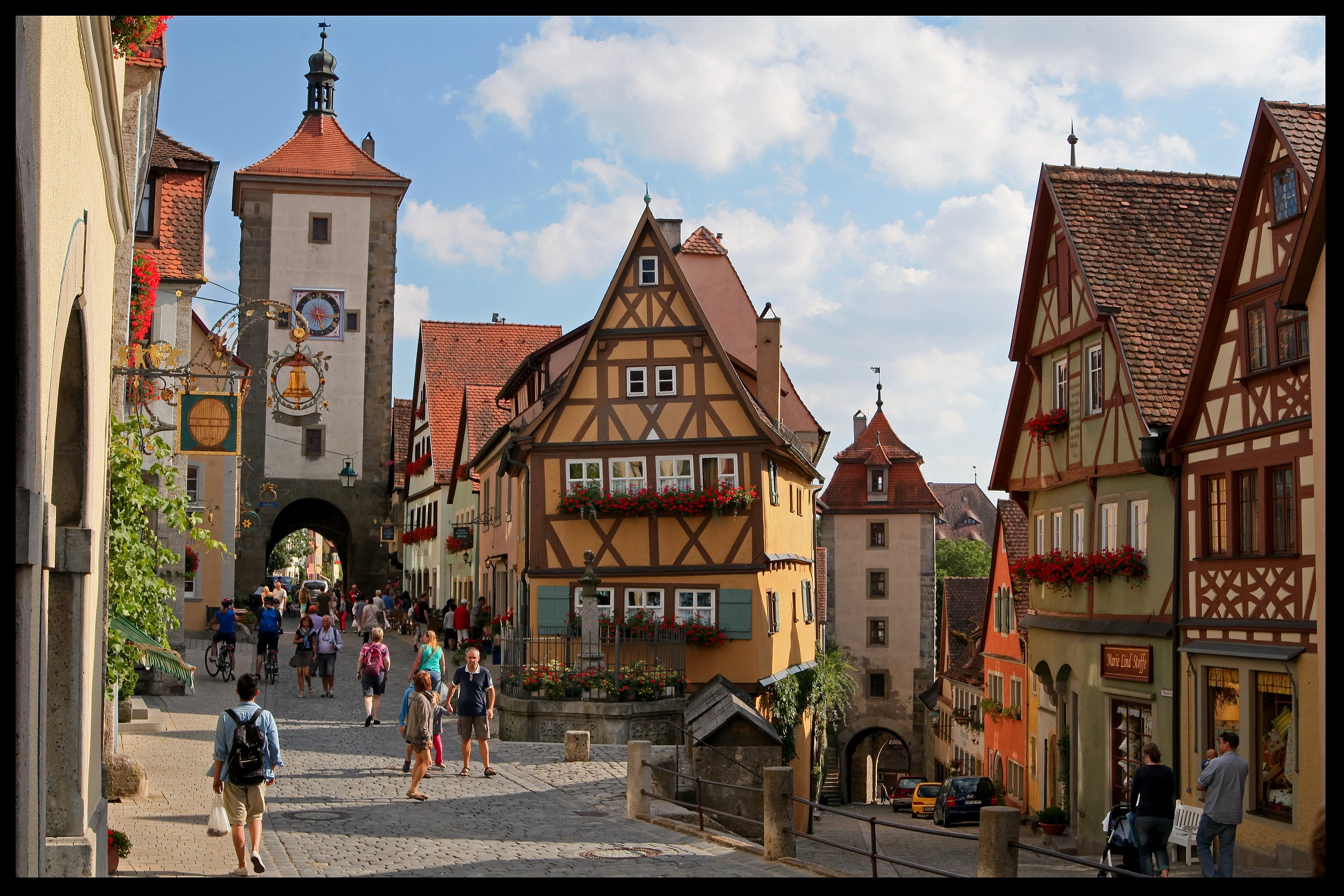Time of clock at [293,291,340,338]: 5:15
